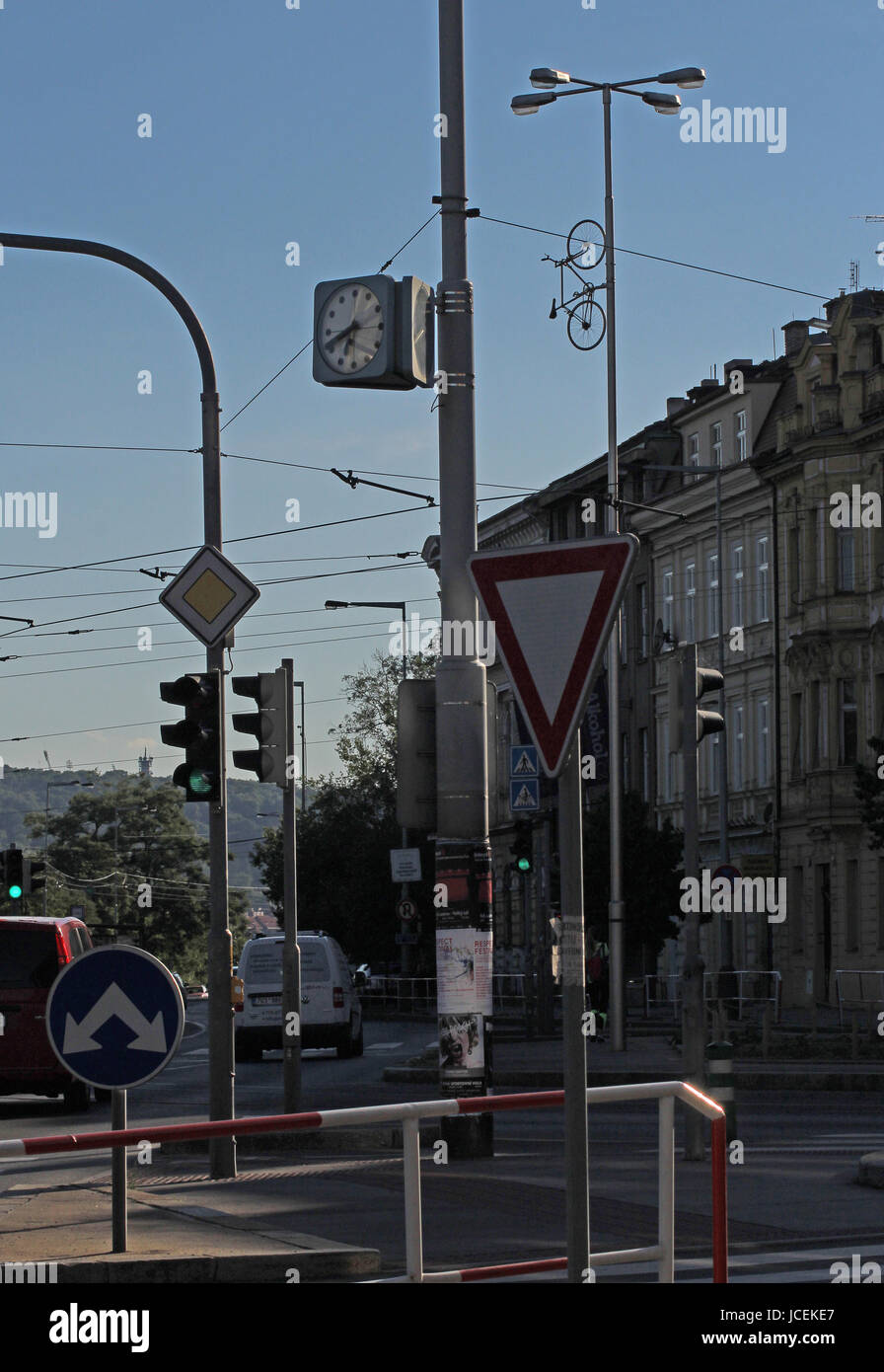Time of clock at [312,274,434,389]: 6:41
